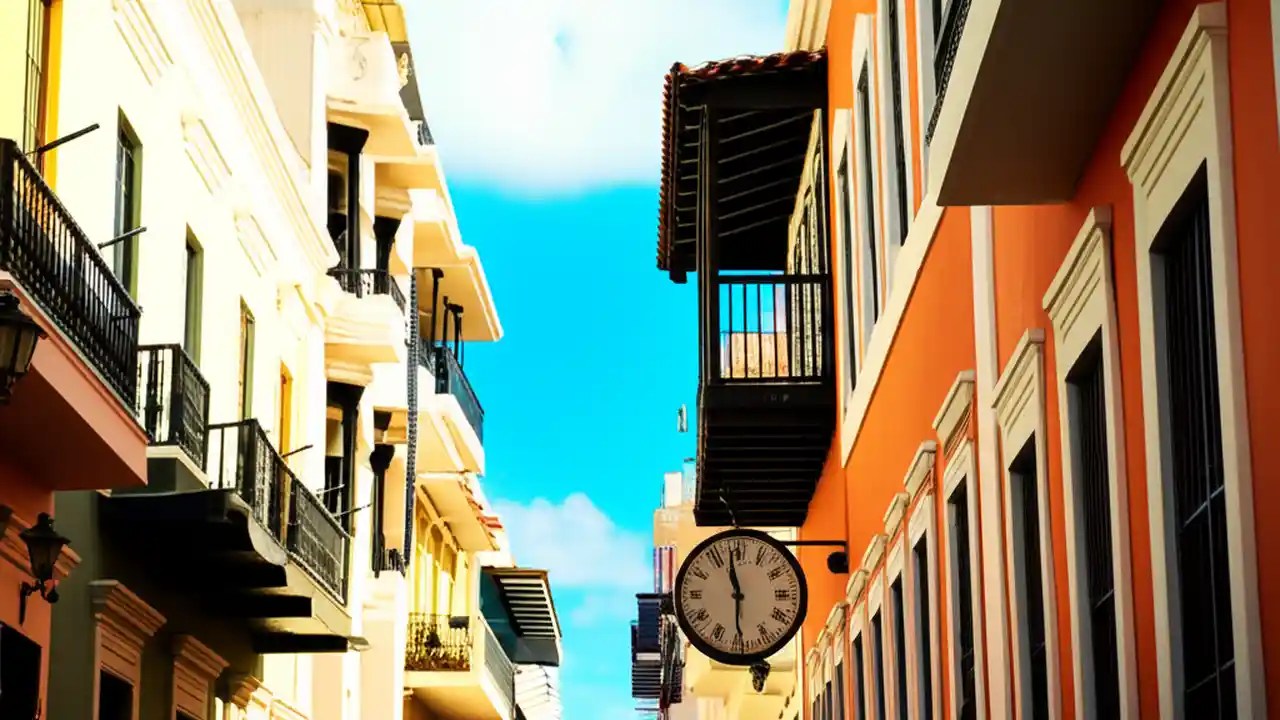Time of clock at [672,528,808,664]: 11:30
